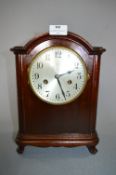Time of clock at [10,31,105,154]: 2:26
